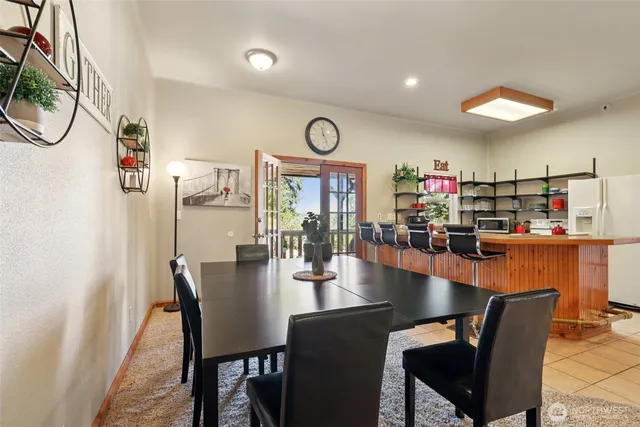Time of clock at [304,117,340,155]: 11:25
